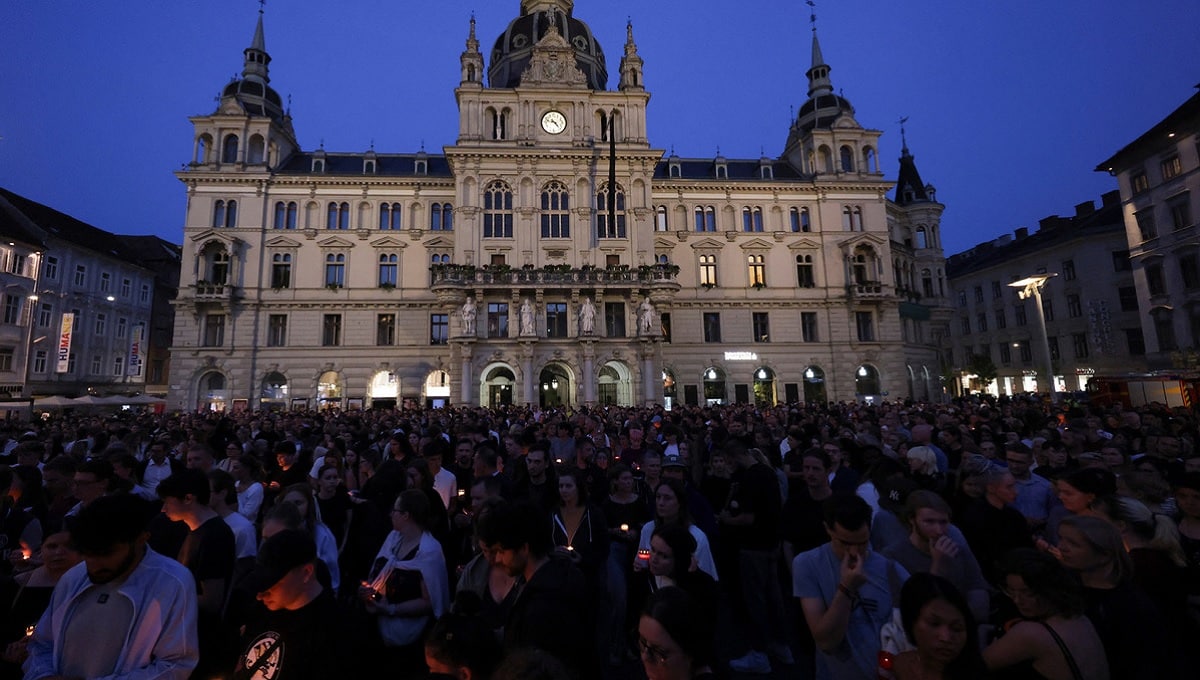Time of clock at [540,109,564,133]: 9:23
